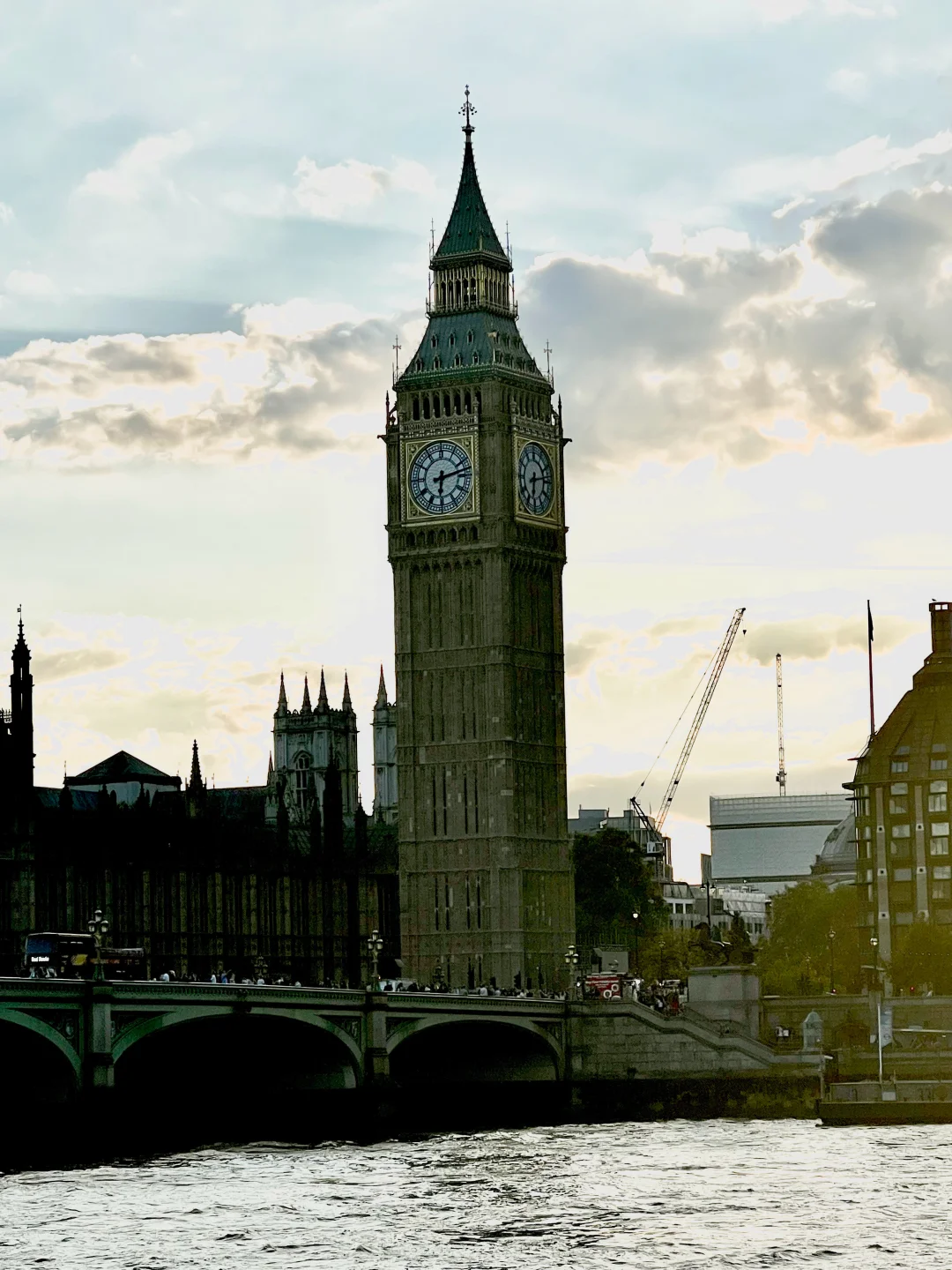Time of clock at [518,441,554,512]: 6:13
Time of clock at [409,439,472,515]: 6:13
